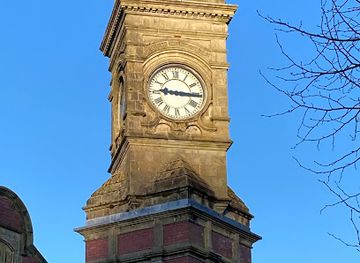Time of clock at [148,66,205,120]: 9:15
